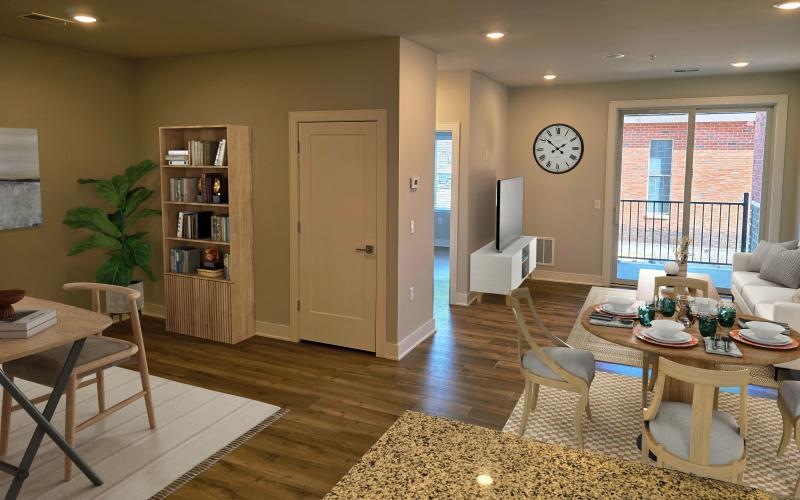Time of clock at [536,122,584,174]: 1:51
